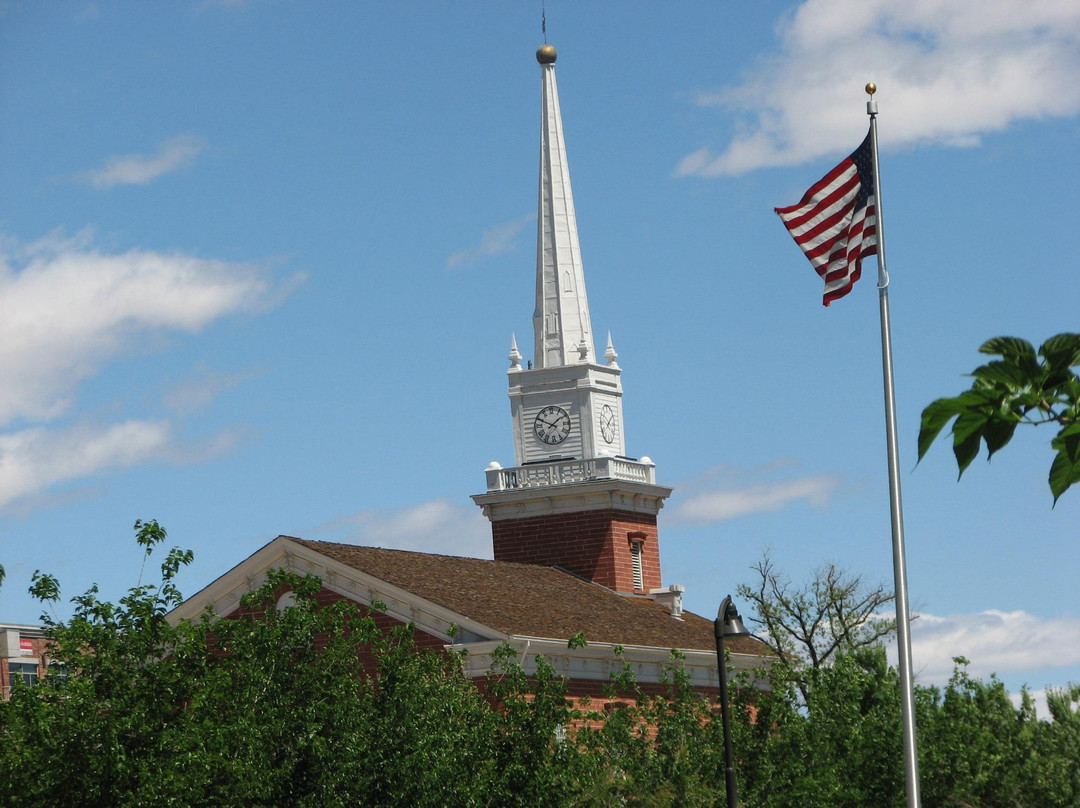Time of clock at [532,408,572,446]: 1:49
